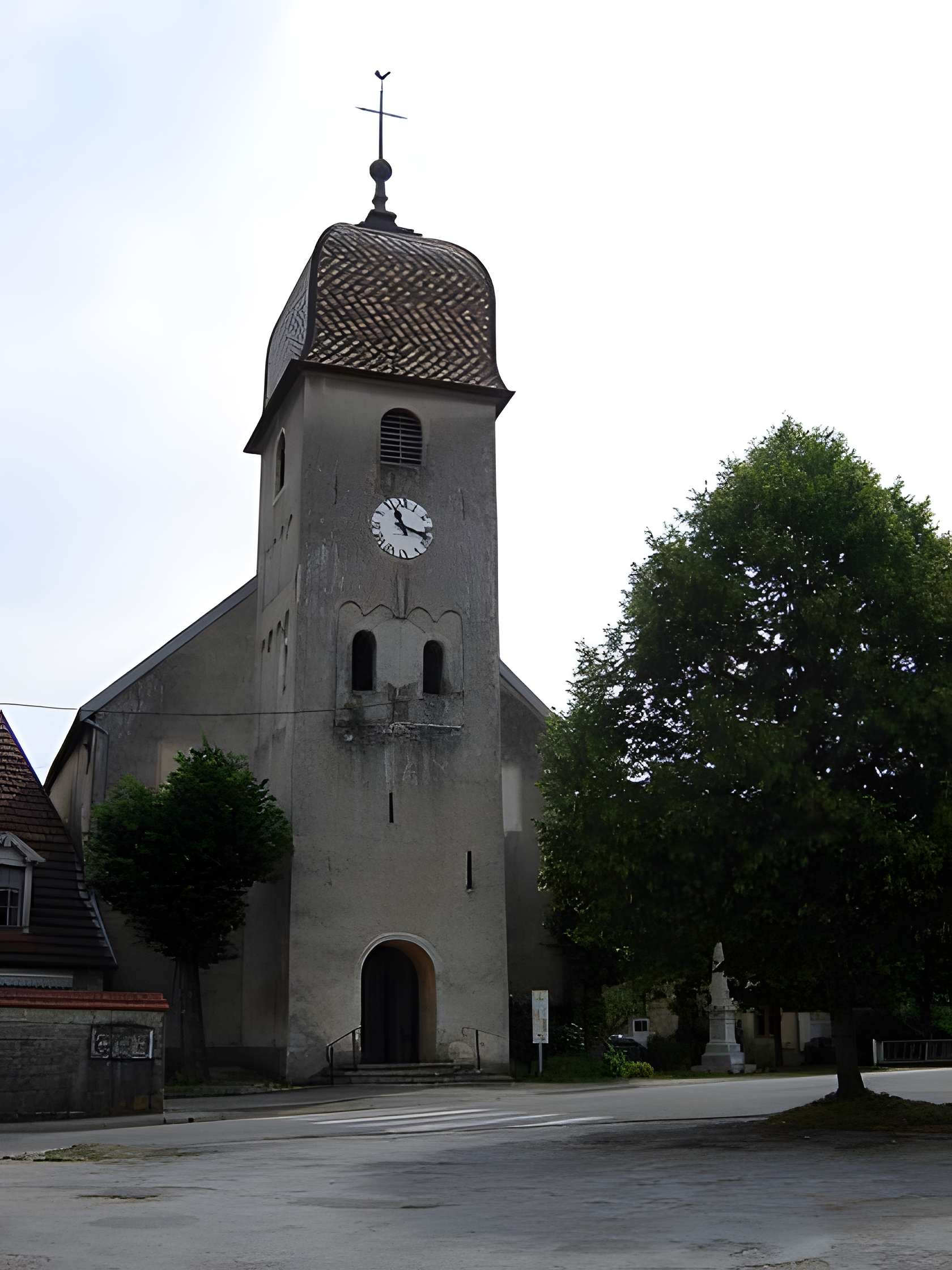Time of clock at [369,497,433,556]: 11:17
